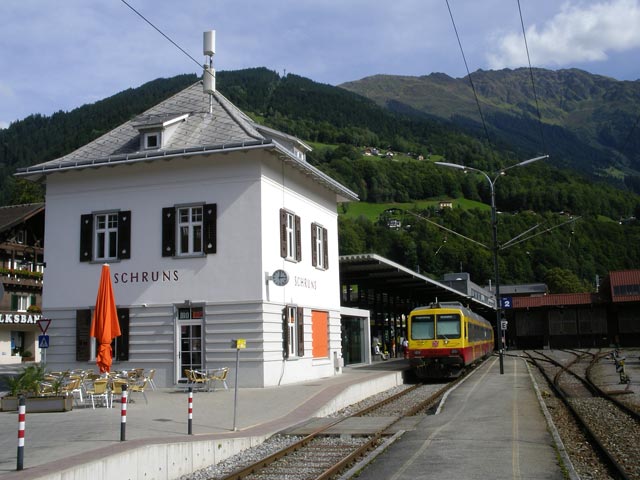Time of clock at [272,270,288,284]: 3:01
